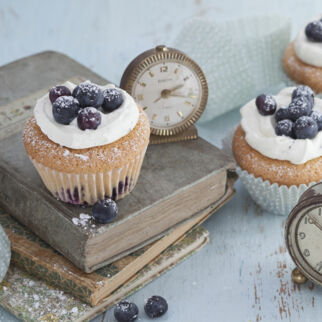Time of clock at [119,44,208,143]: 2:18
